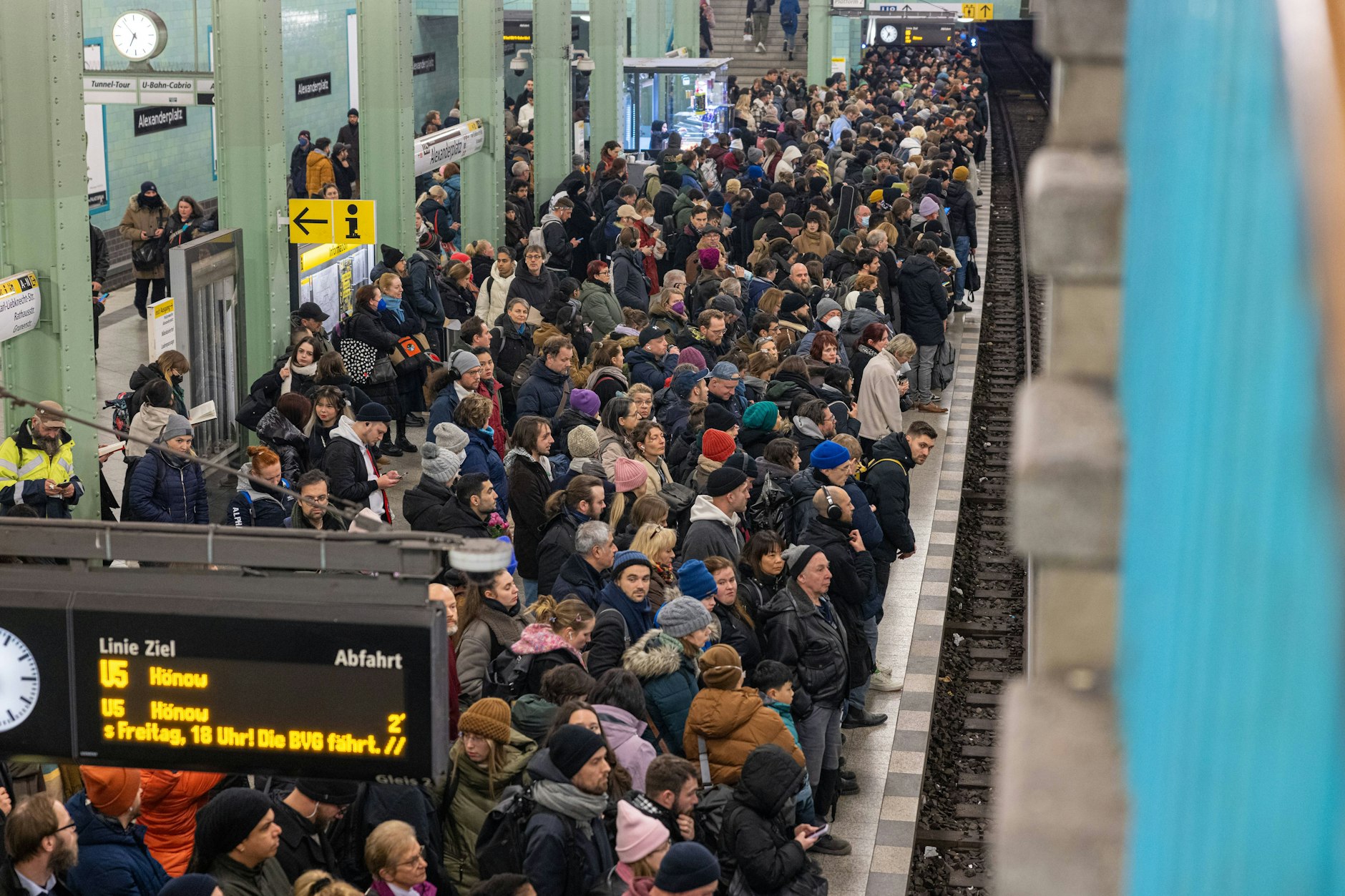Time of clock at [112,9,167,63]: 6:53
